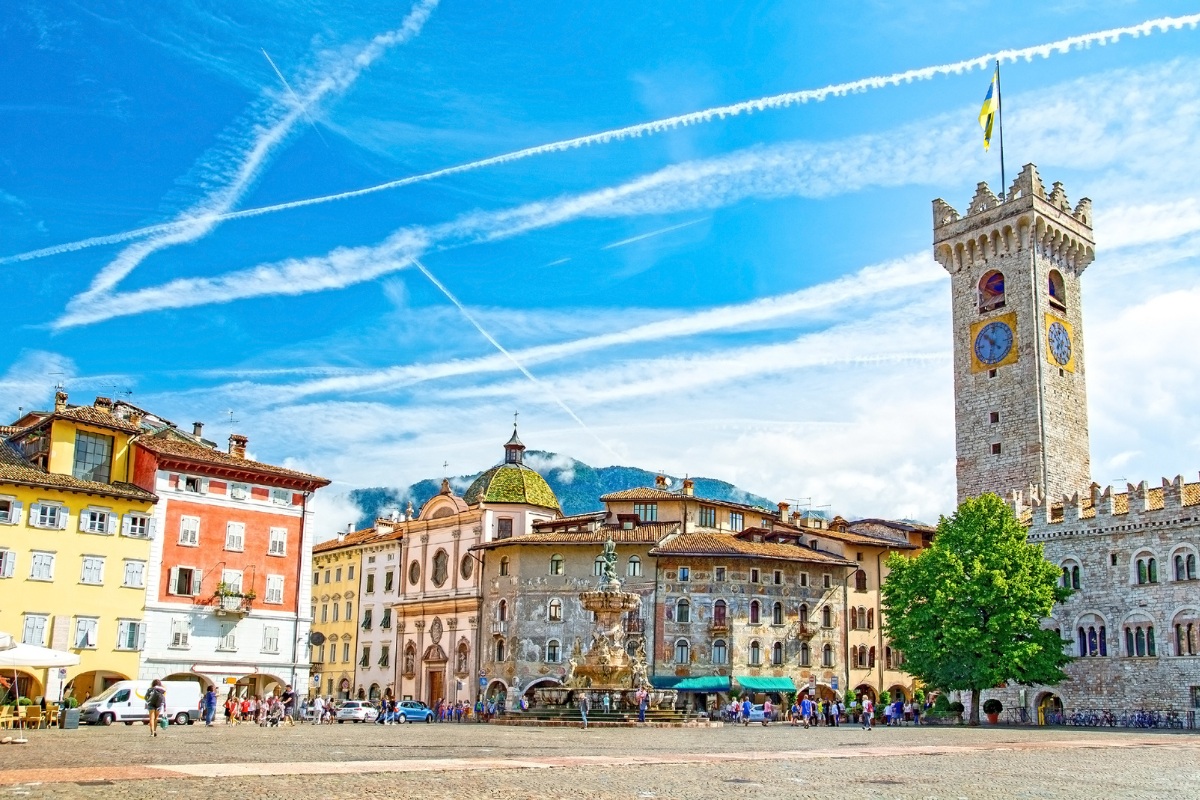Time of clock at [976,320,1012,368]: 10:32
